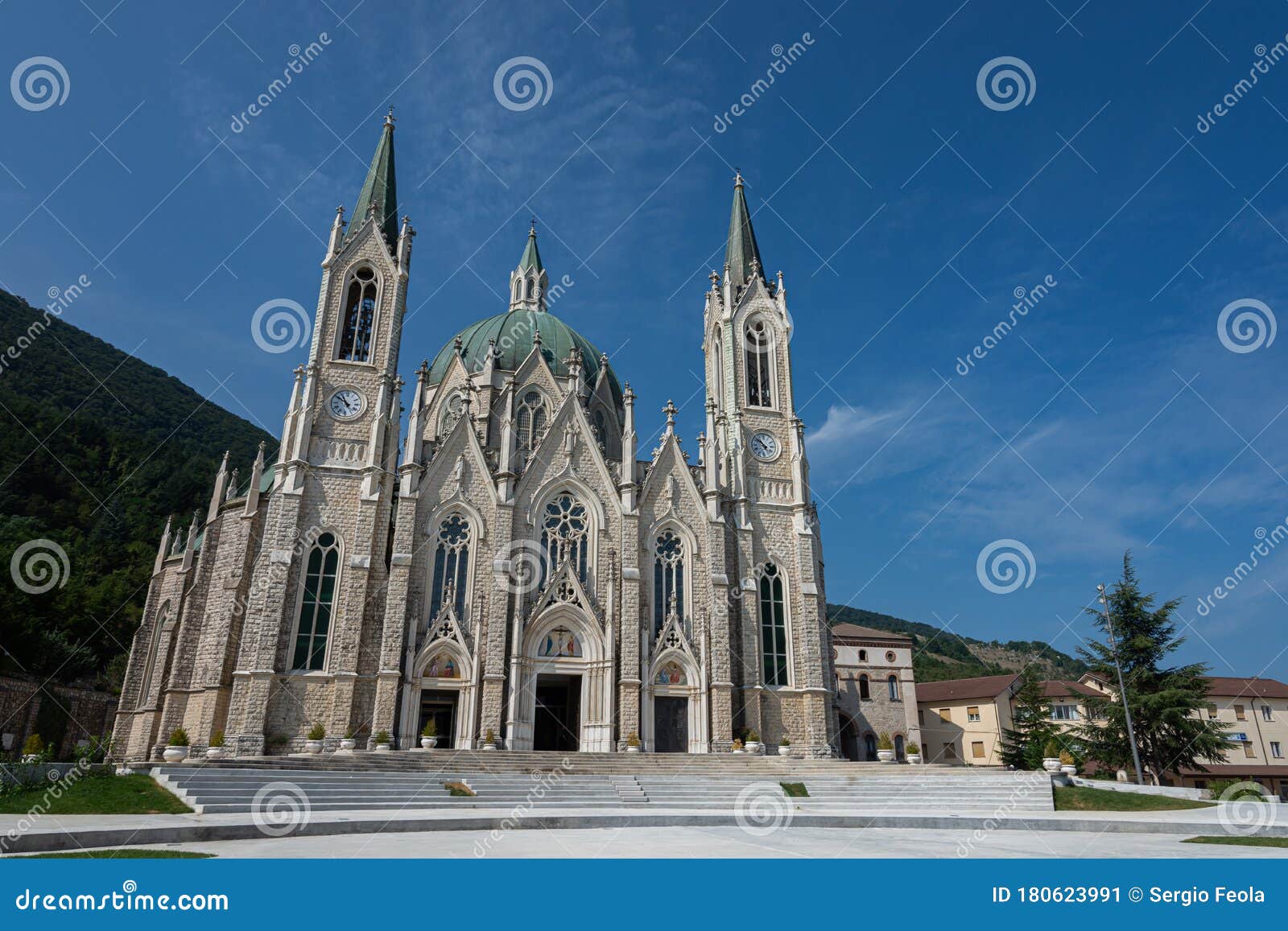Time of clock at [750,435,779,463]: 4:52
